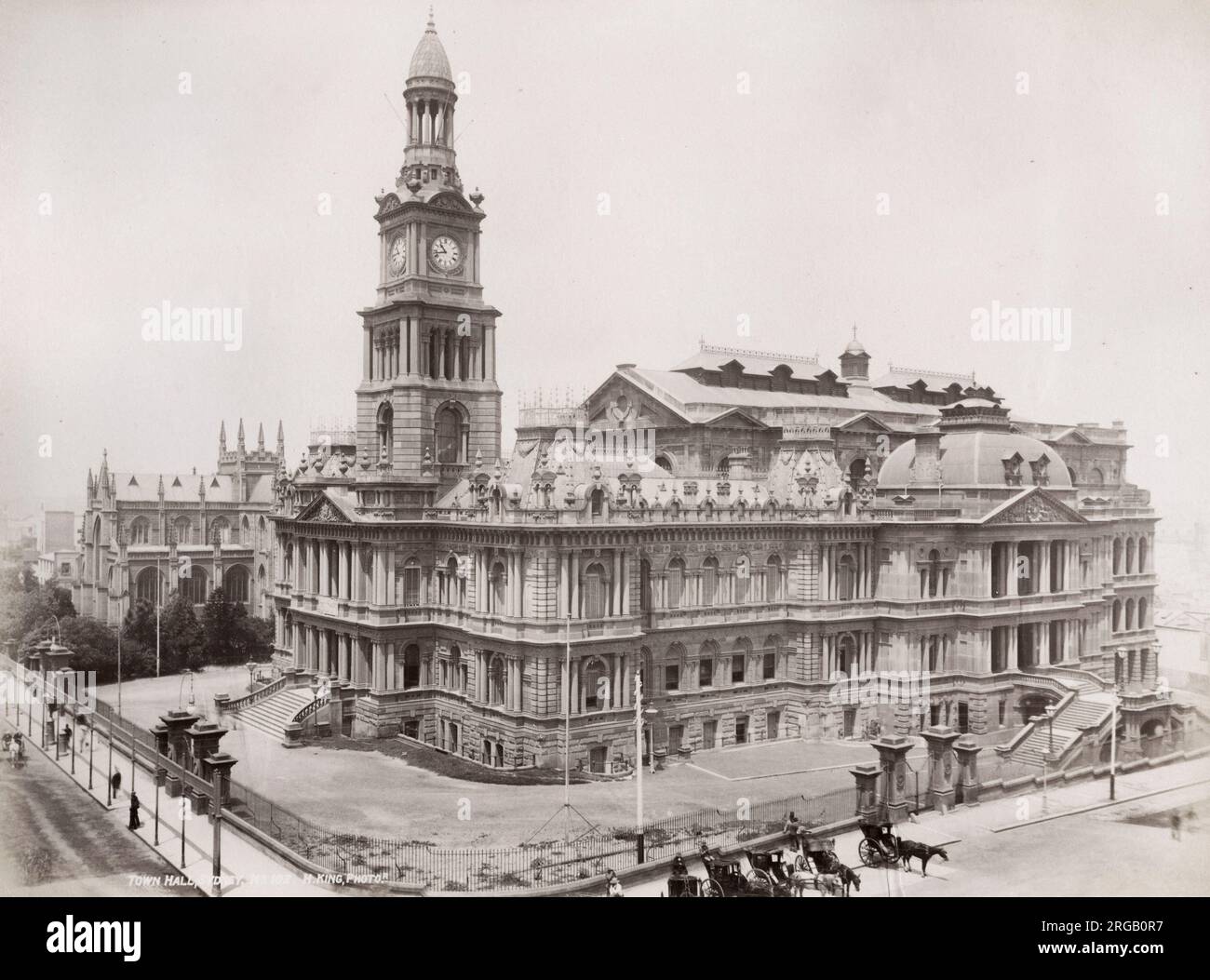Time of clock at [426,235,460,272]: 10:42
